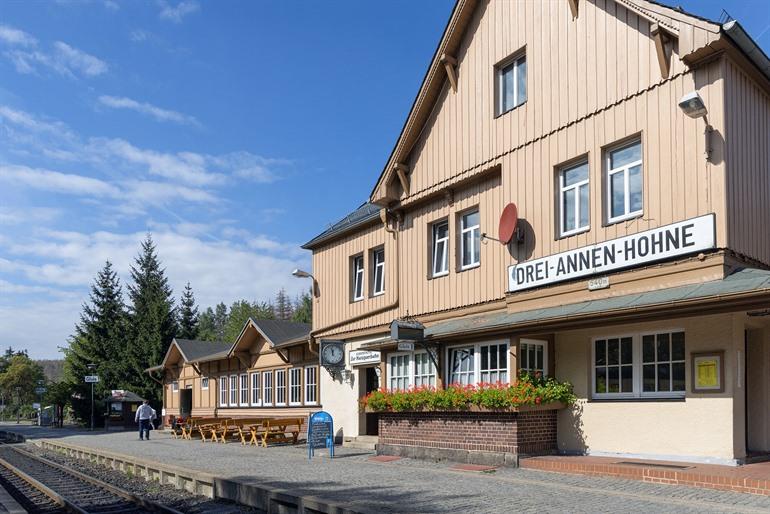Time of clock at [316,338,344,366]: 11:57
